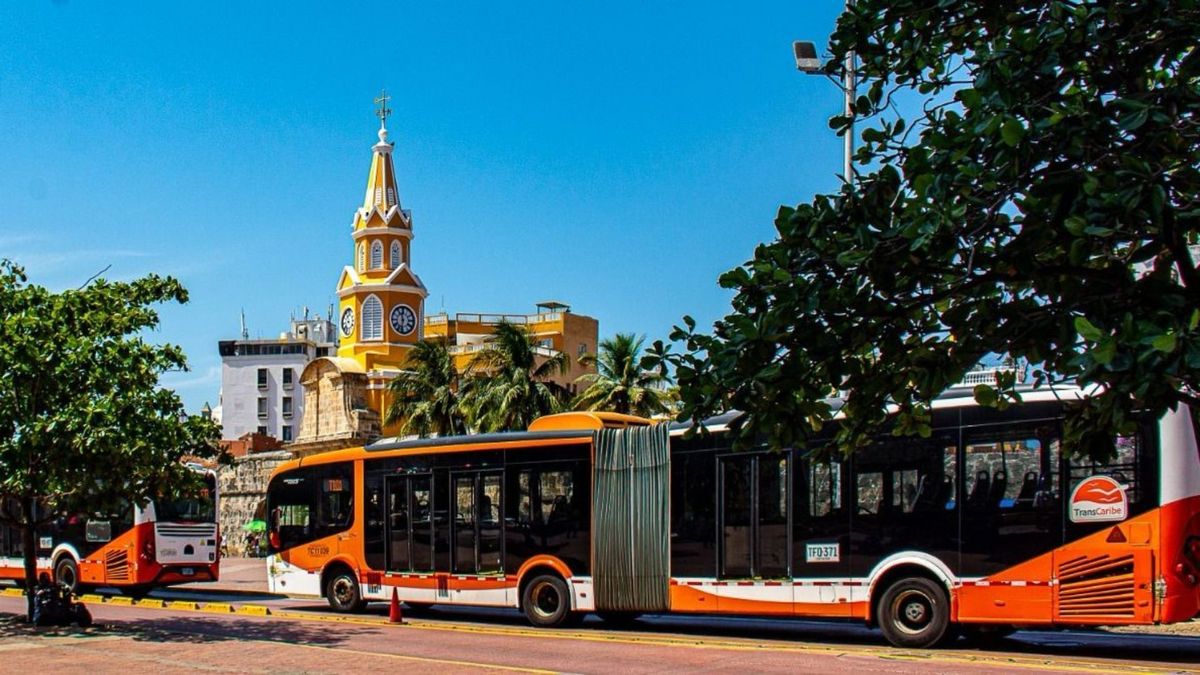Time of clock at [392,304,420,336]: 11:32
